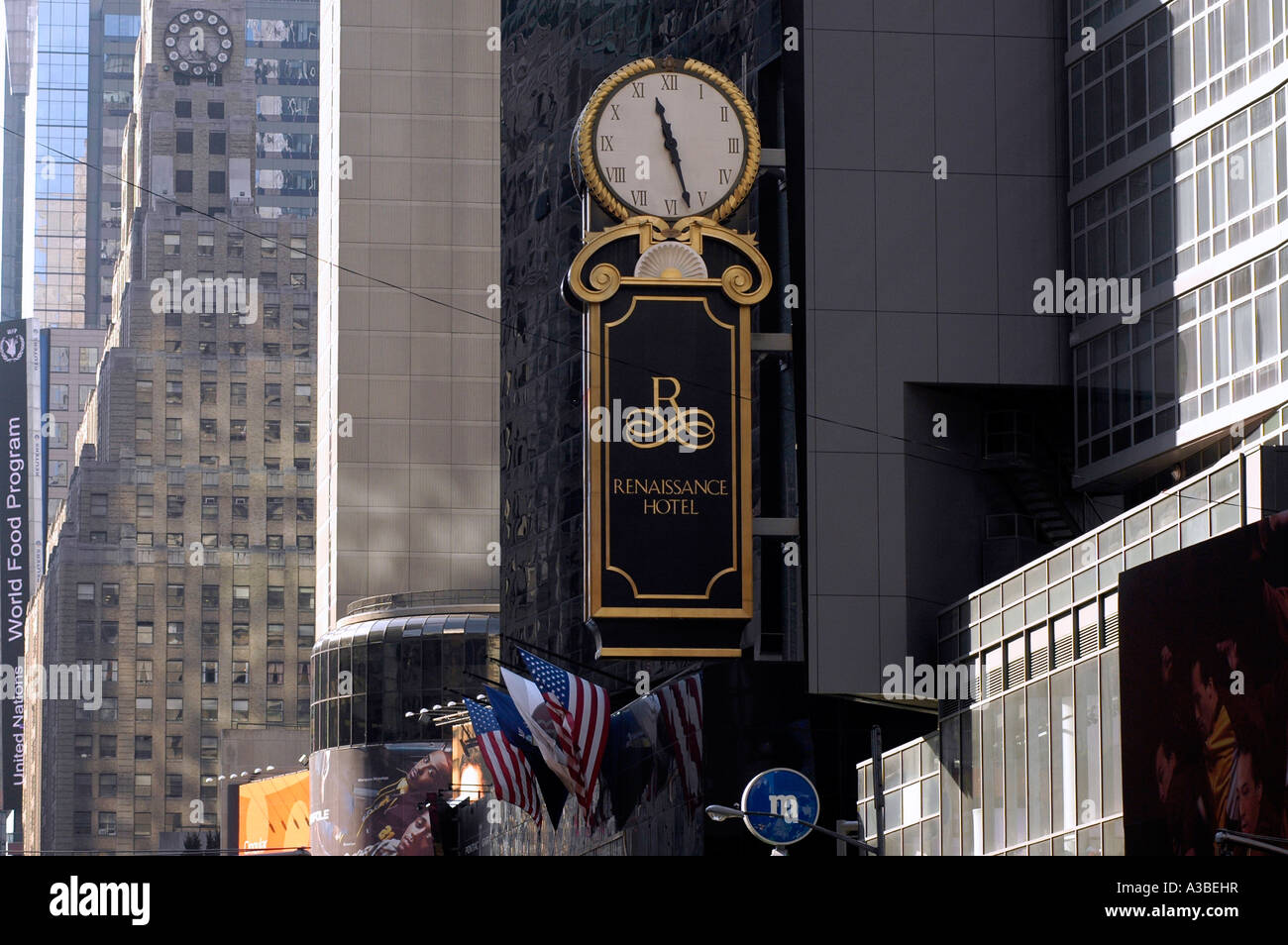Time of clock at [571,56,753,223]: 11:27
